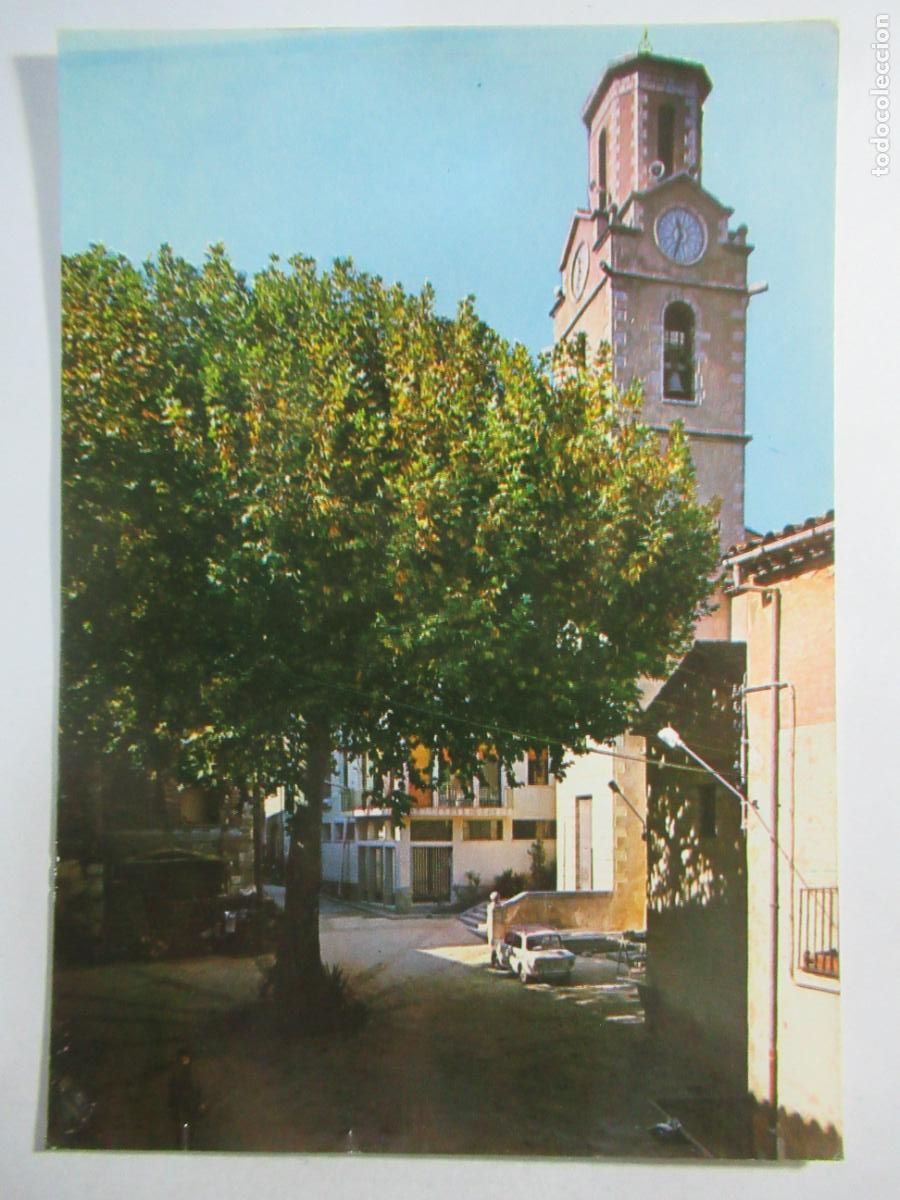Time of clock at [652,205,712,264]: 11:33
